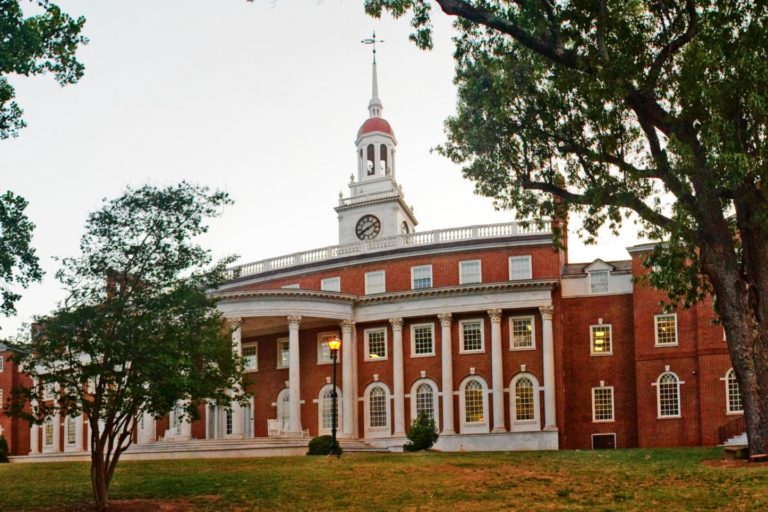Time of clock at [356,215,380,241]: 8:11
